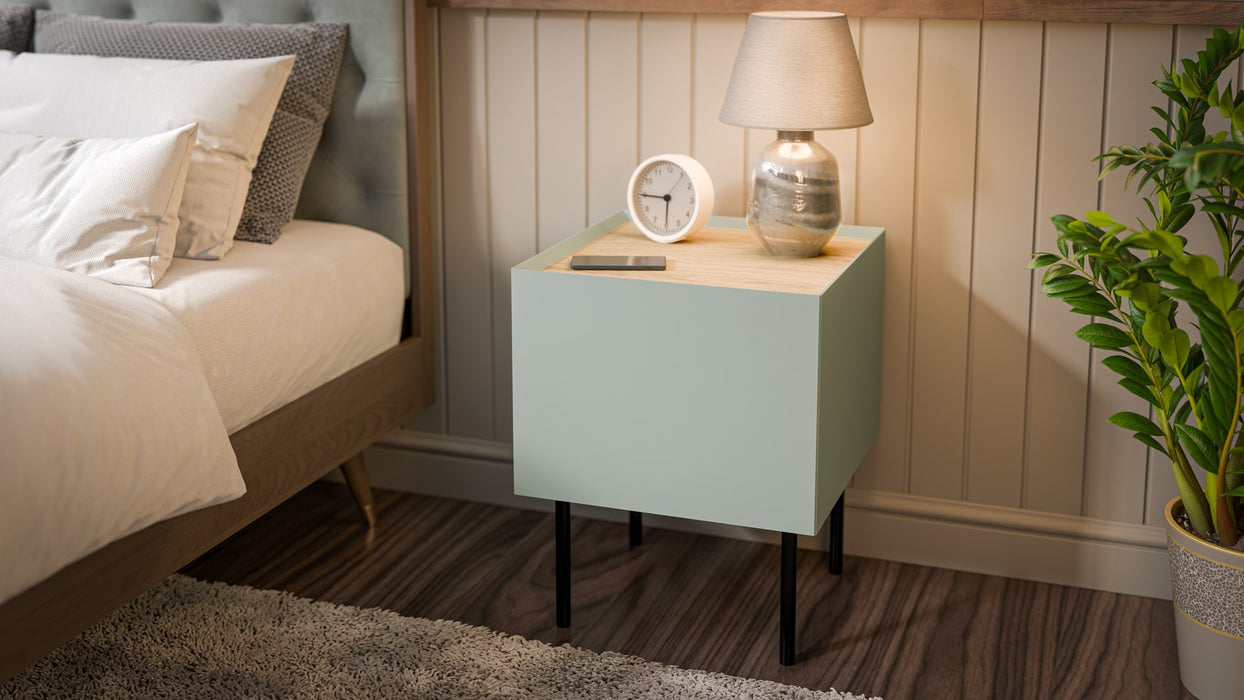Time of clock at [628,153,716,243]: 5:45
